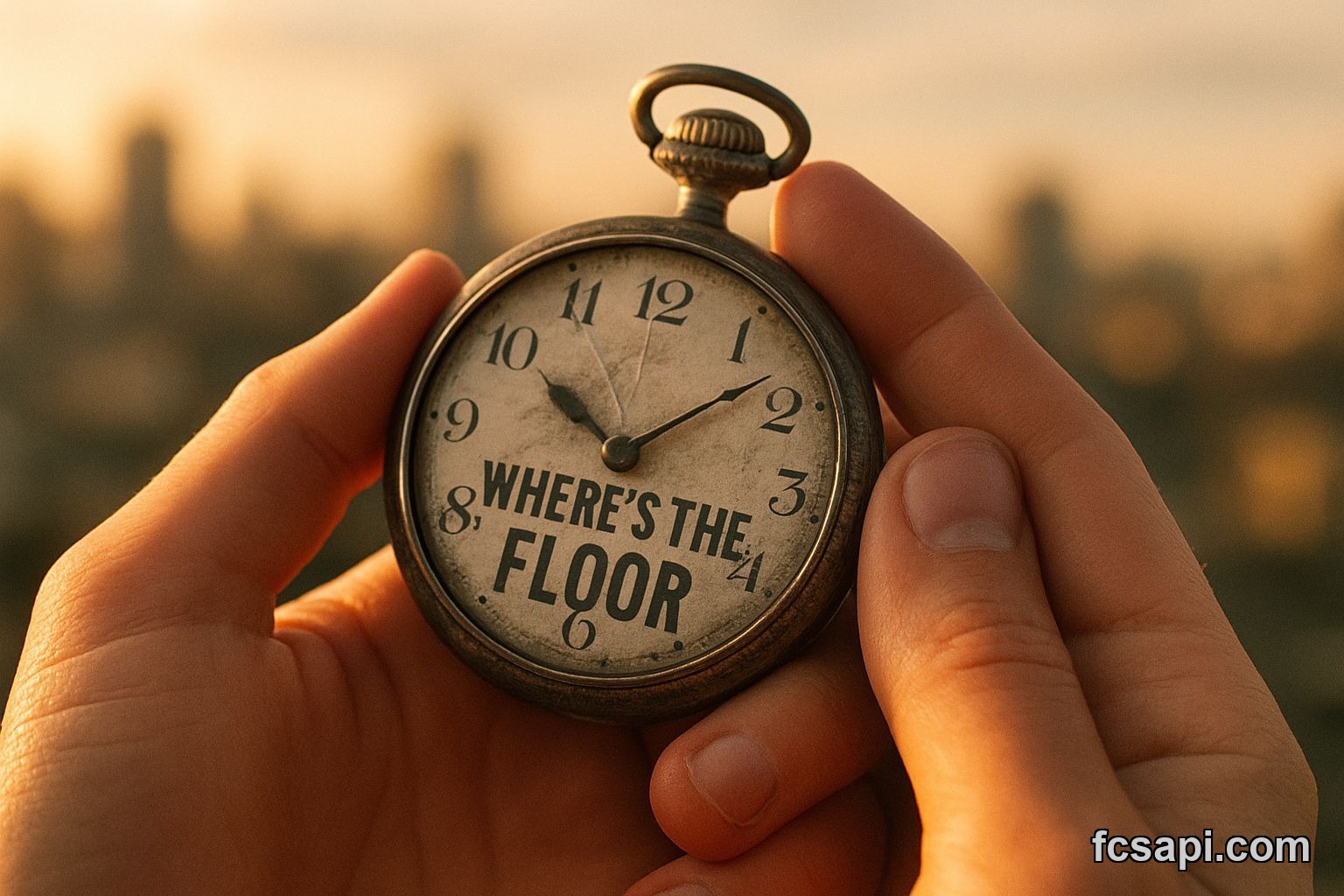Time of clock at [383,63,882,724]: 10:07
